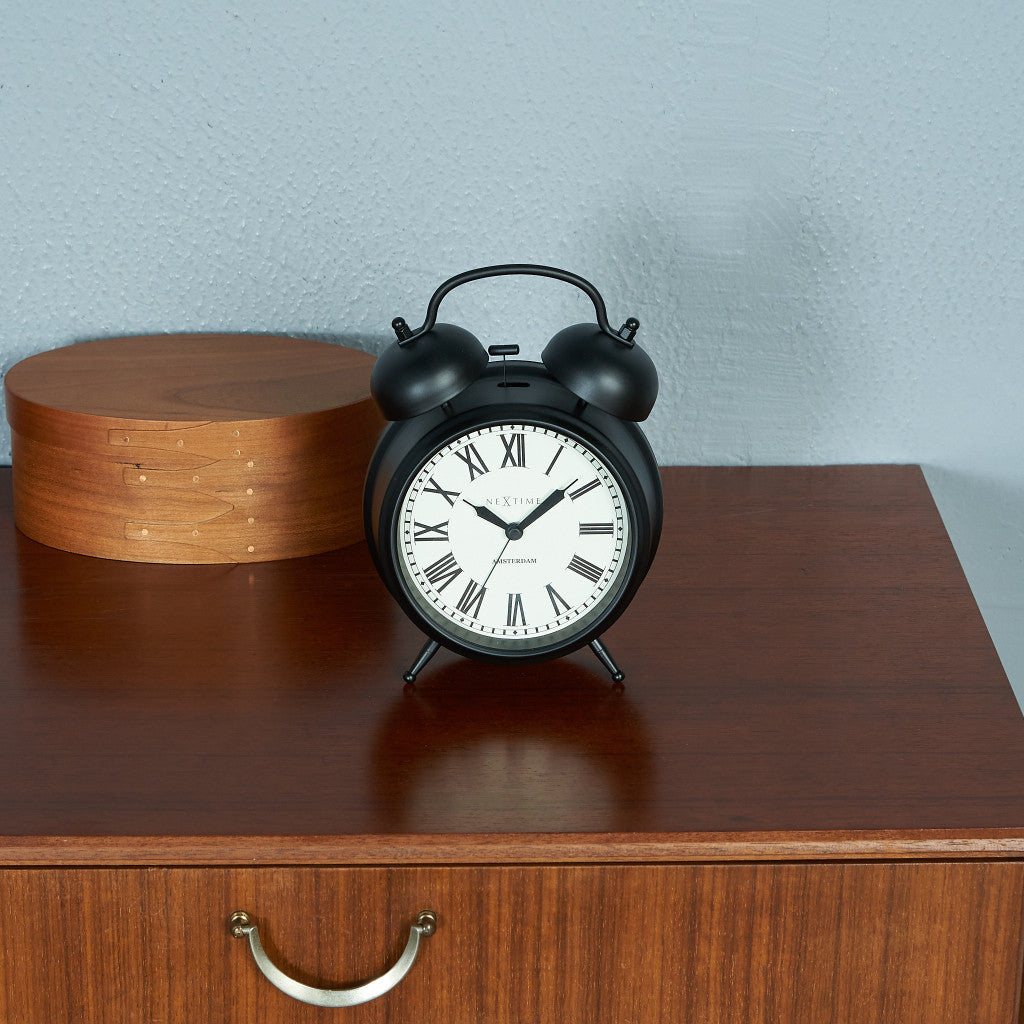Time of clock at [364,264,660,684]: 1:50
